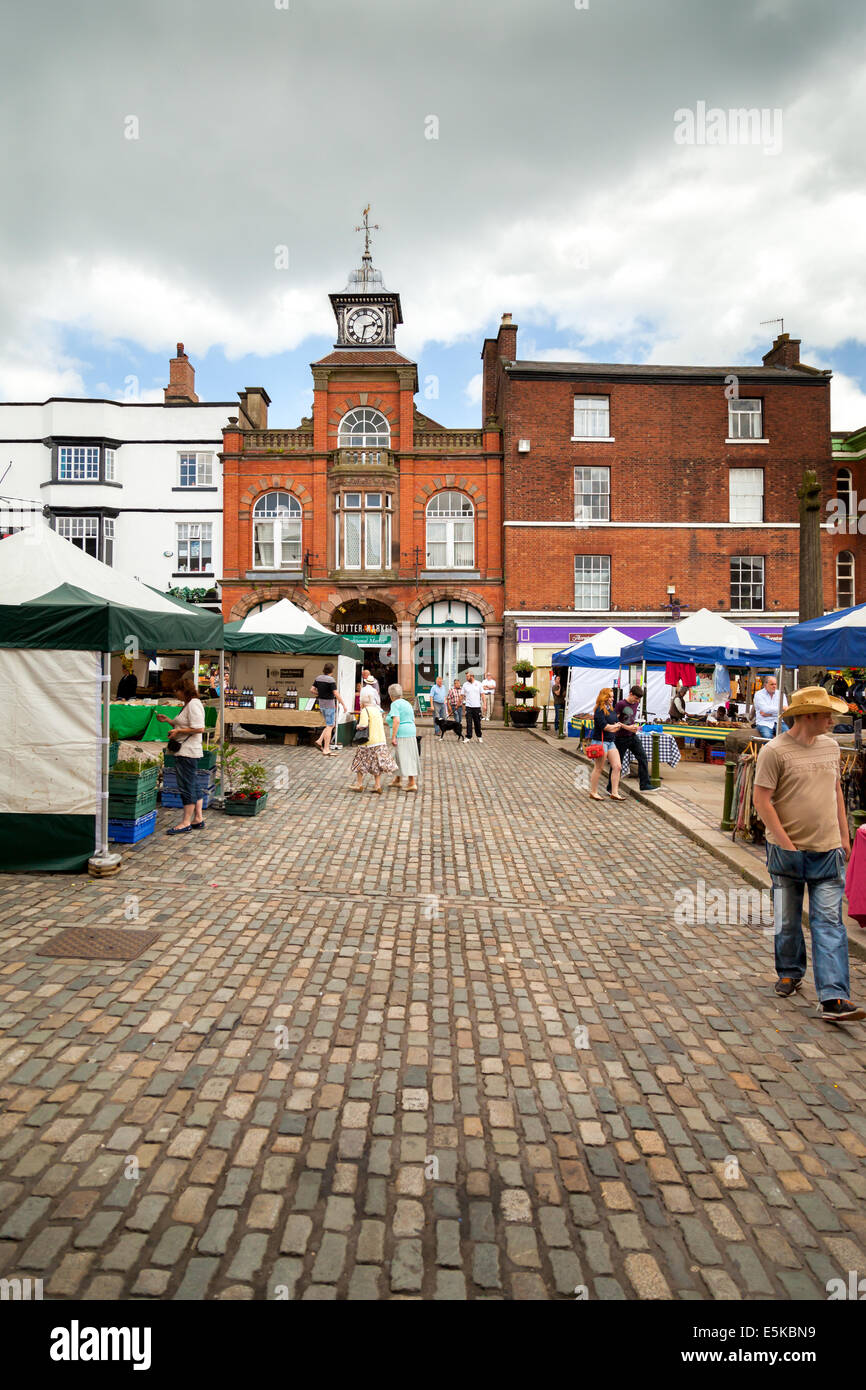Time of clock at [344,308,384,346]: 2:32
